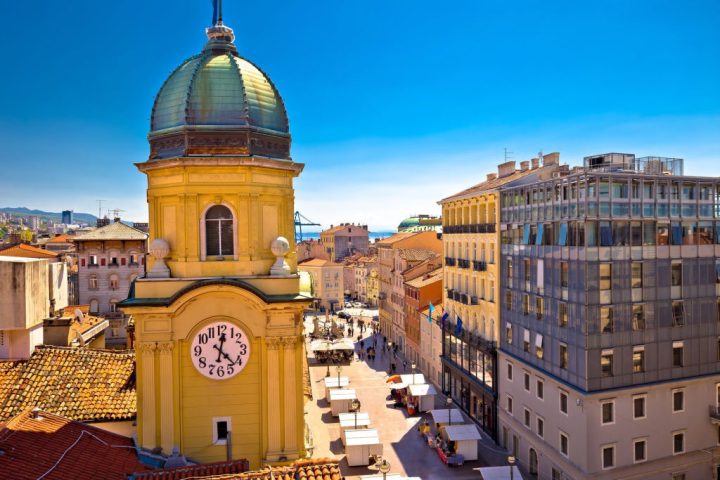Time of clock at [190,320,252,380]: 12:22
